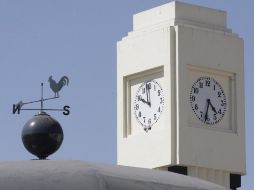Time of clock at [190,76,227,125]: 4:32
